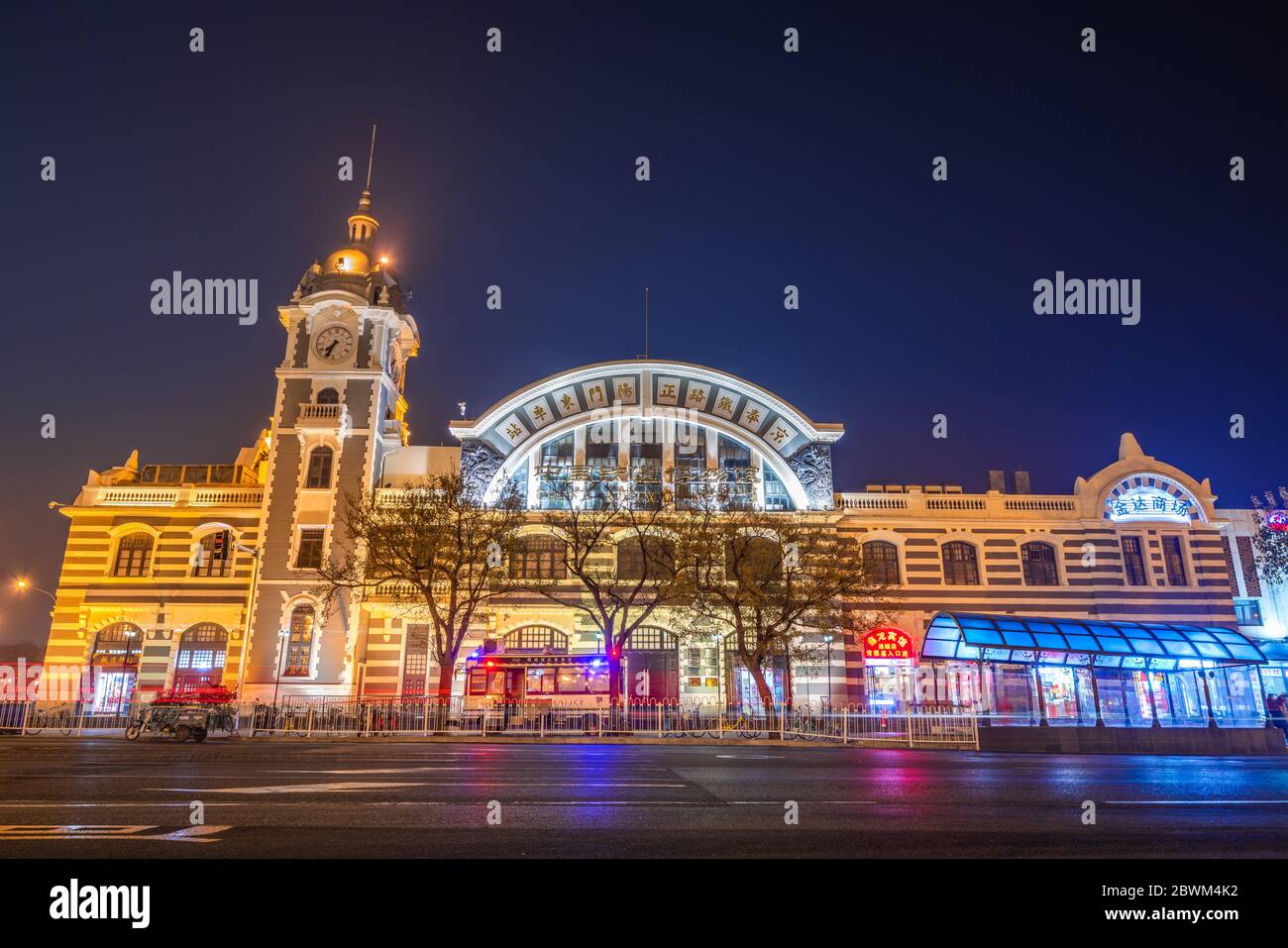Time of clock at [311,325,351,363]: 7:33
